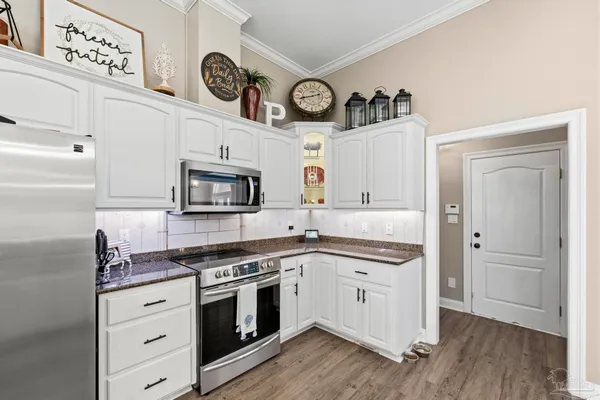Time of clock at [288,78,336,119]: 8:42
